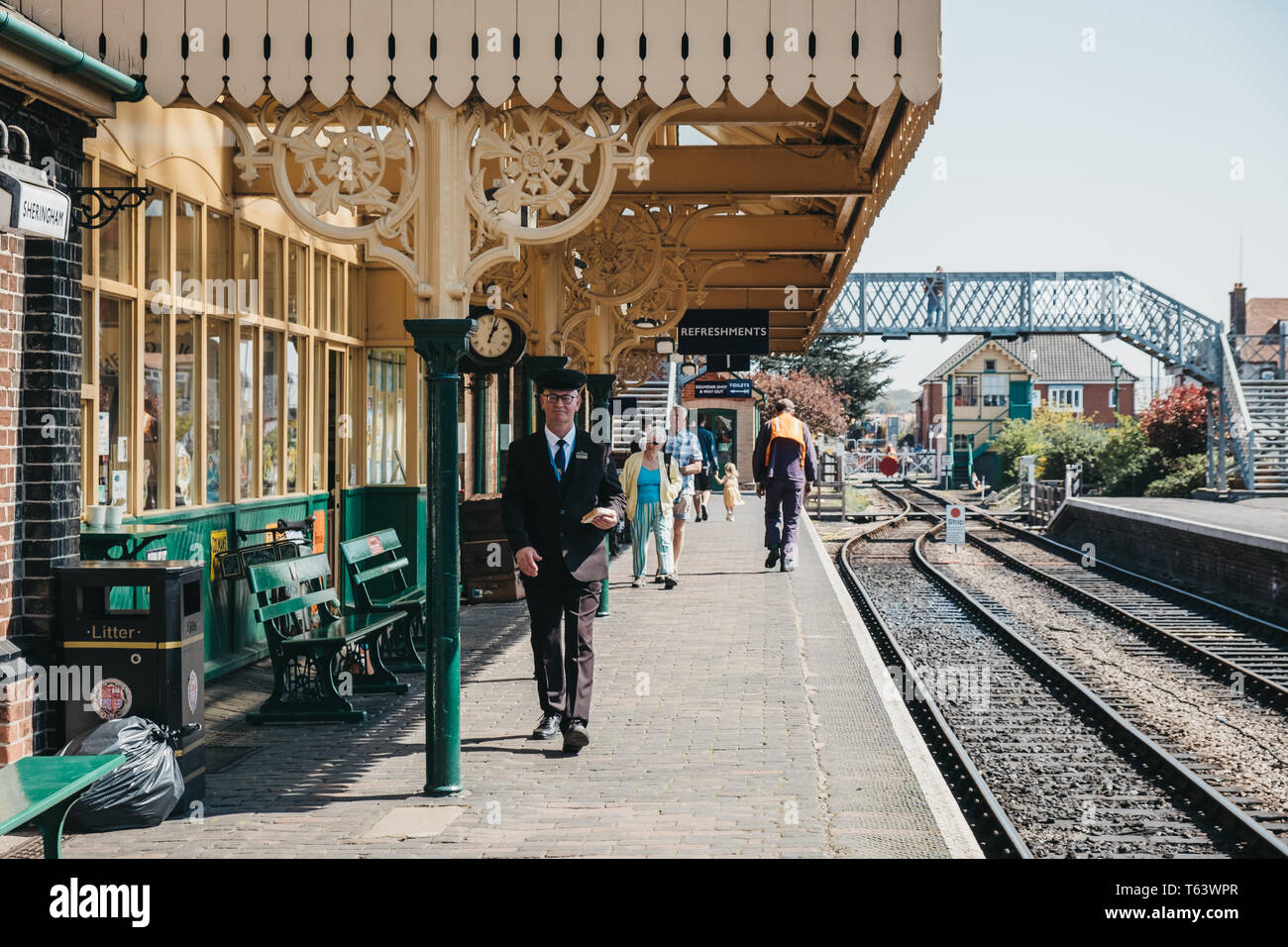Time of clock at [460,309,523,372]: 1:02
